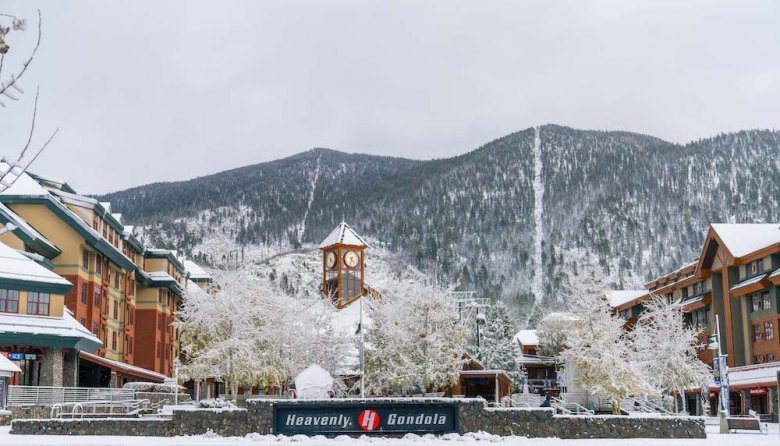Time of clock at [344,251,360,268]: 4:33
